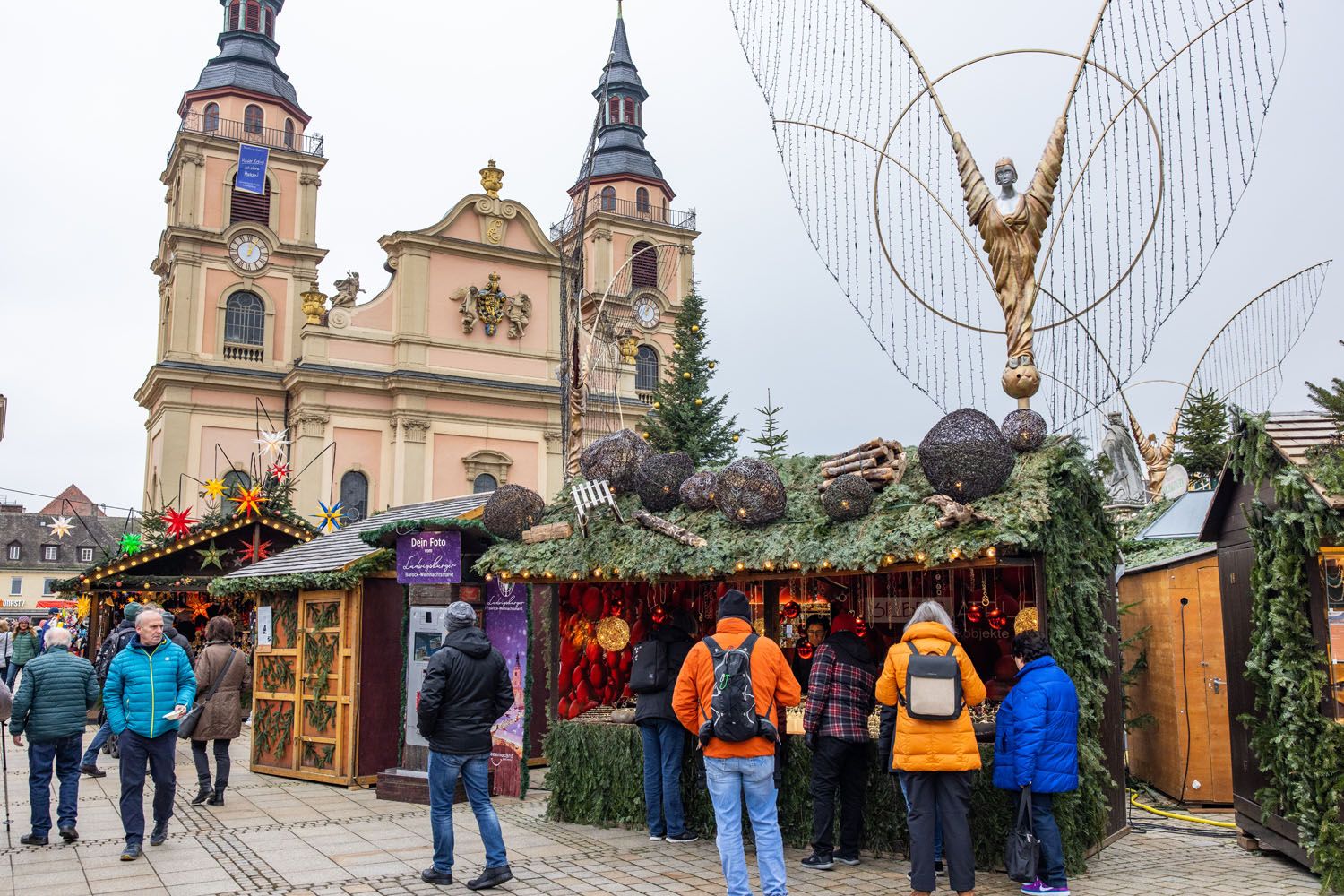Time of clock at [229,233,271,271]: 1:01
